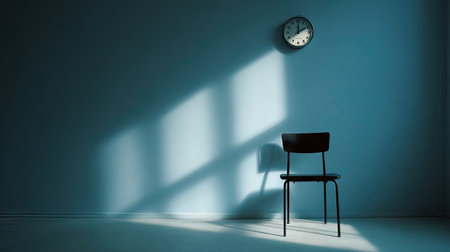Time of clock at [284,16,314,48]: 12:09
